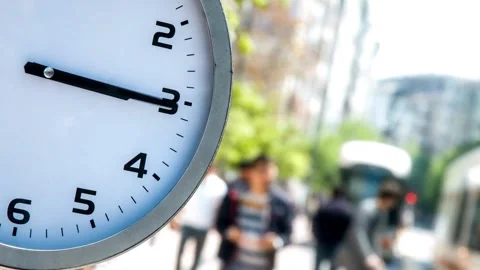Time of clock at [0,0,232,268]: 3:15
